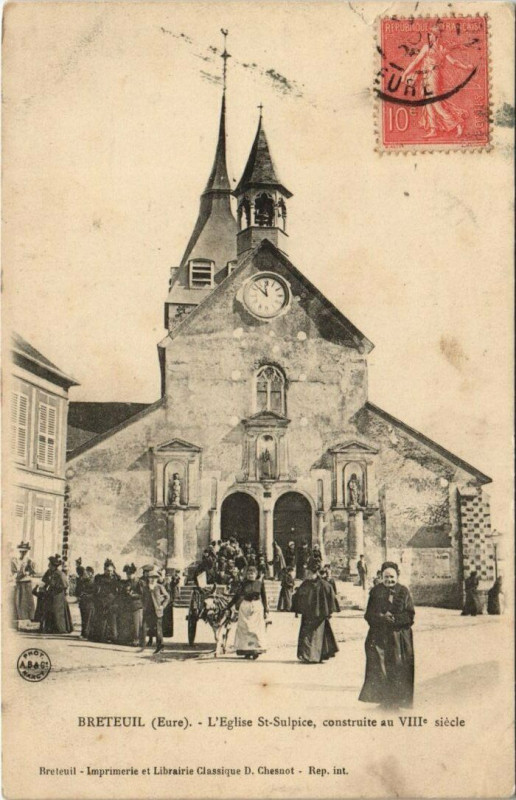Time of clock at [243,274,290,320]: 11:52
